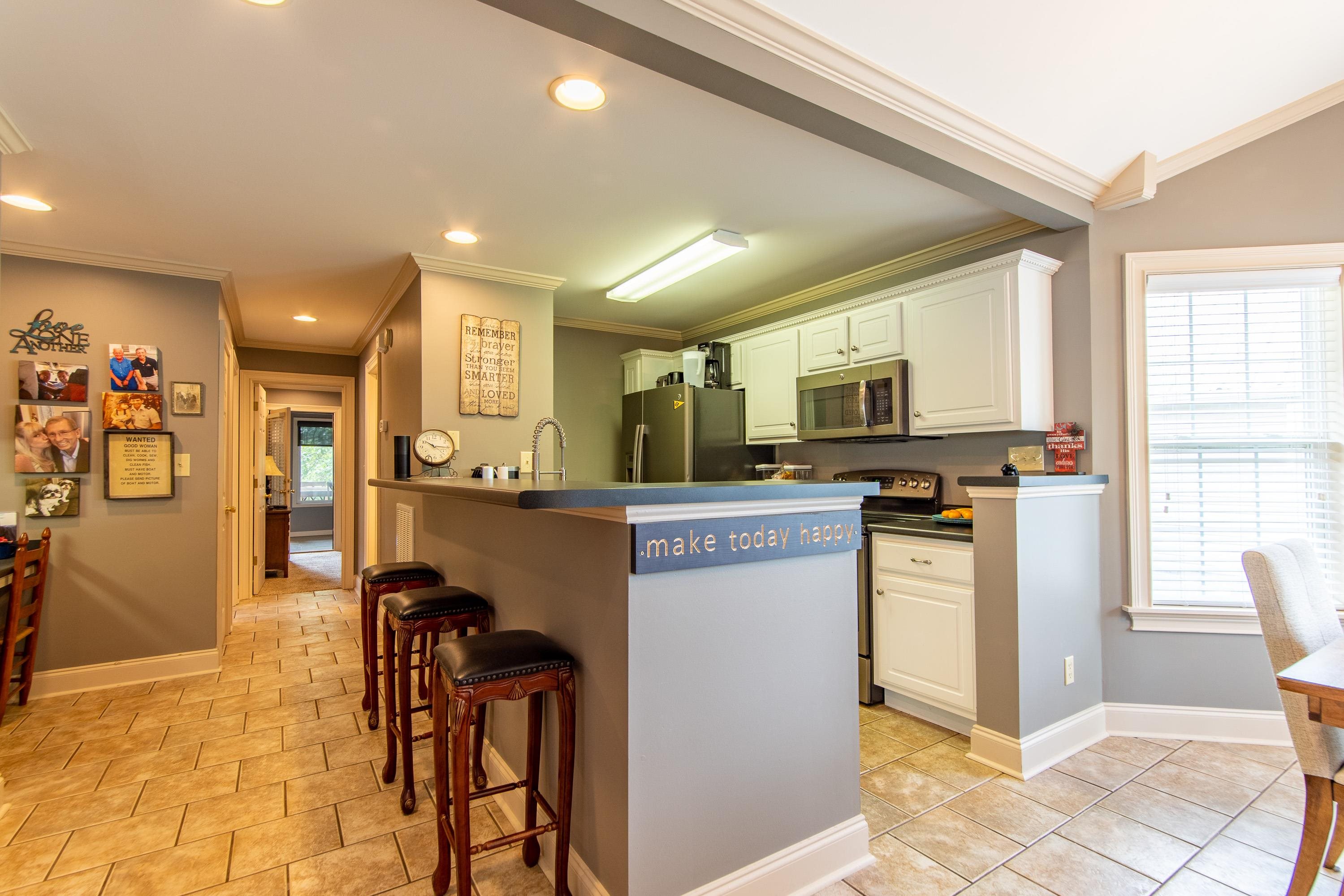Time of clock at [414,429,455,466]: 10:15
